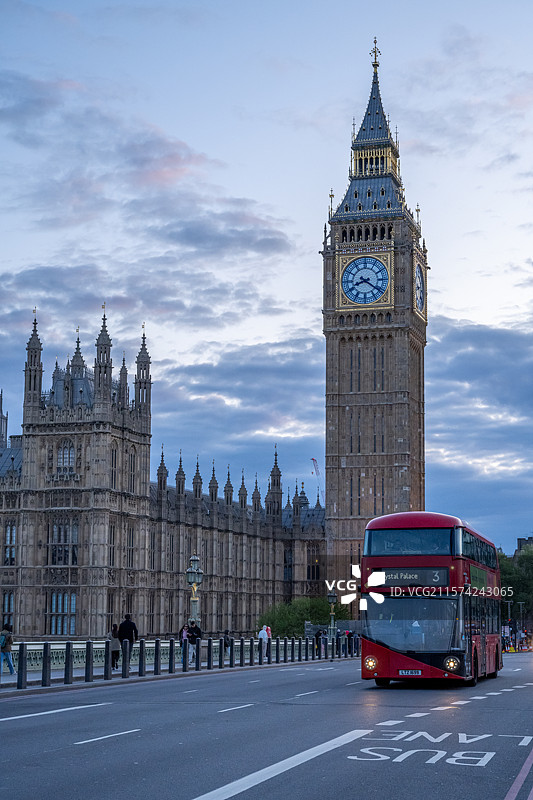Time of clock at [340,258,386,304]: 8:21
